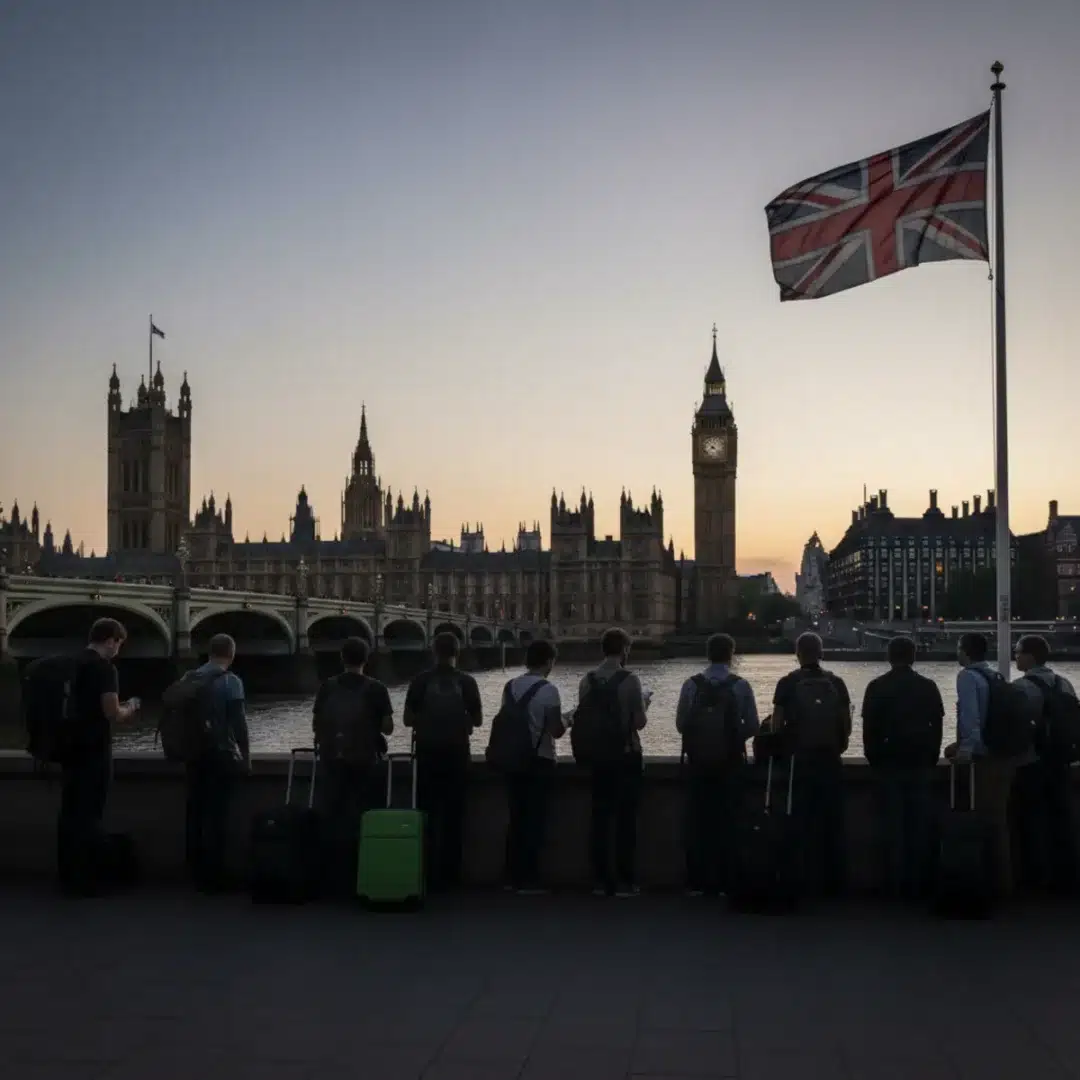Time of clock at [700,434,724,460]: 7:22
